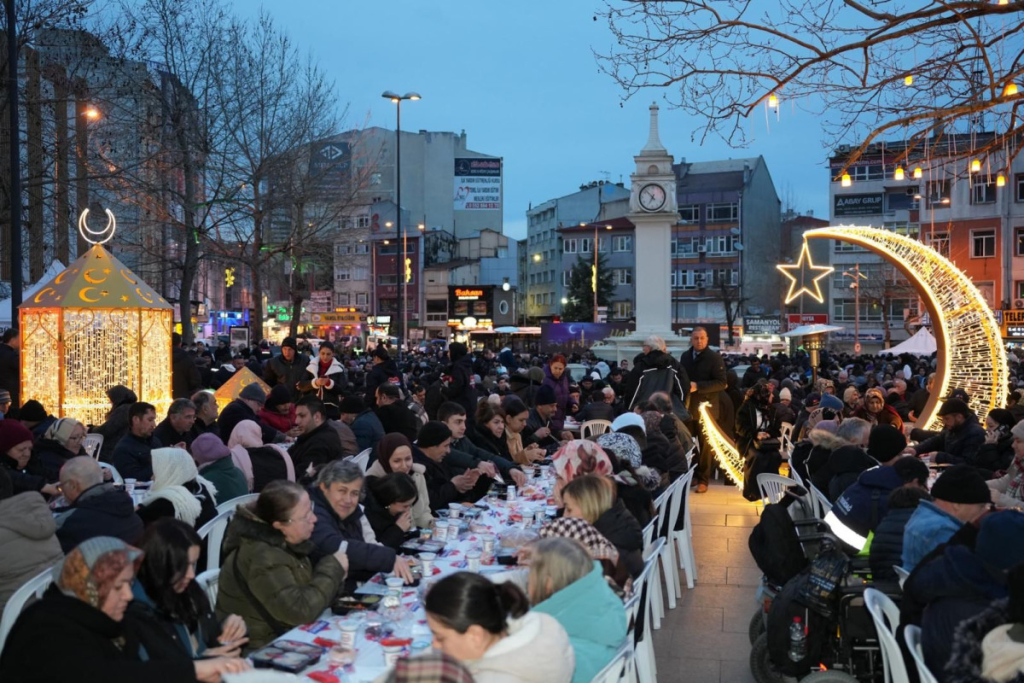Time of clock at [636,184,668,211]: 6:52
